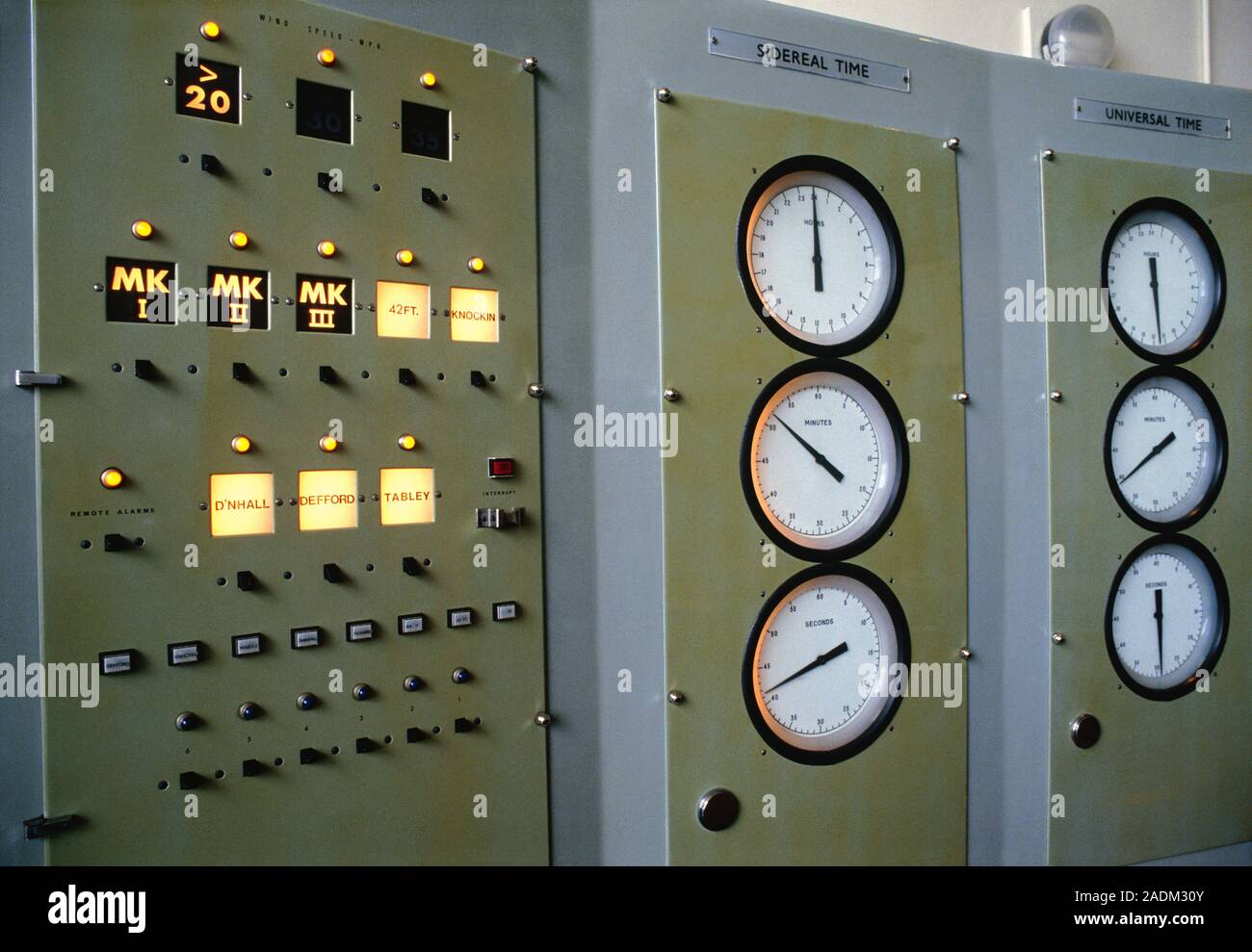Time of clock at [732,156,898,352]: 6:00
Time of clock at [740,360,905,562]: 3:51
